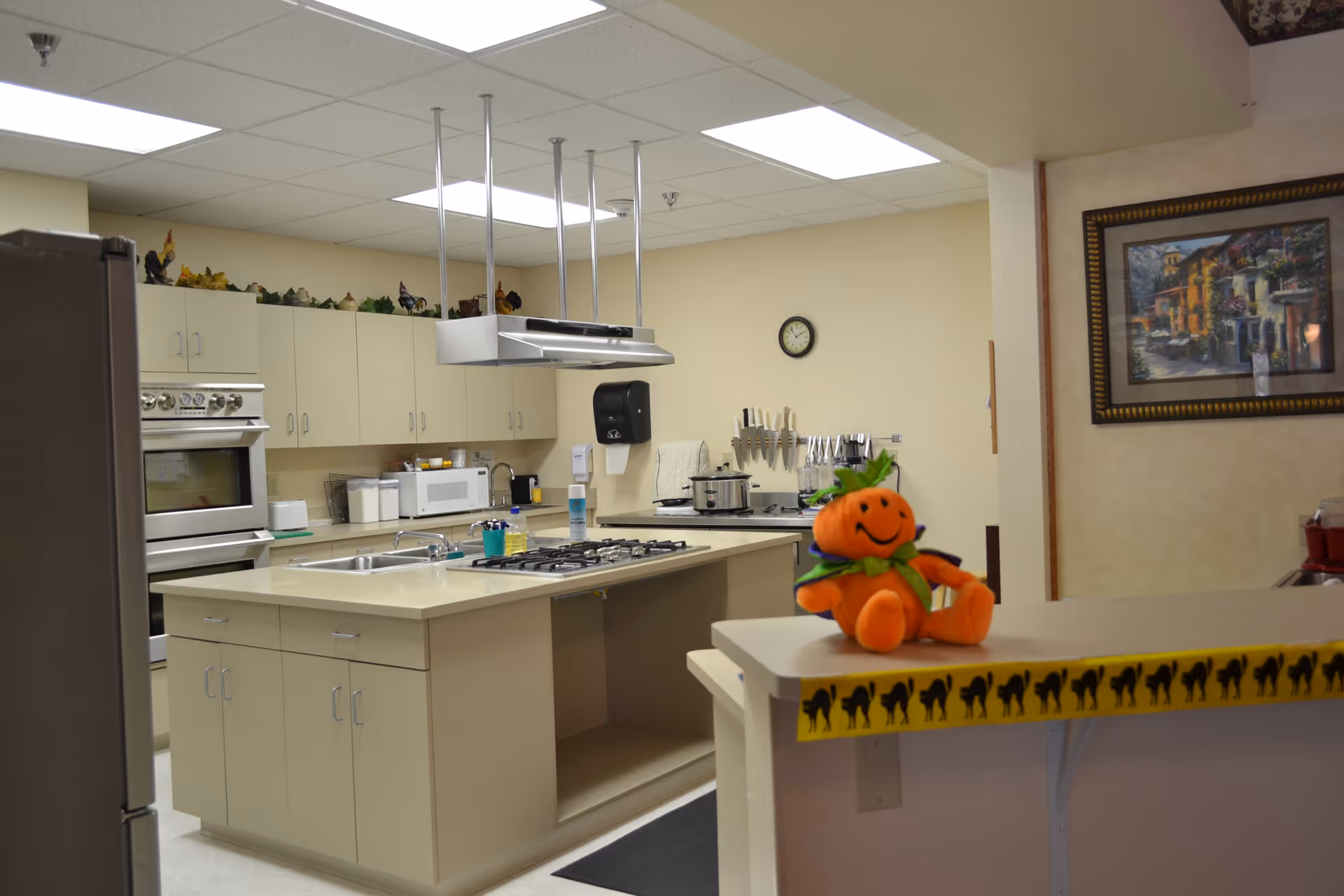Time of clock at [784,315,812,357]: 1:53
